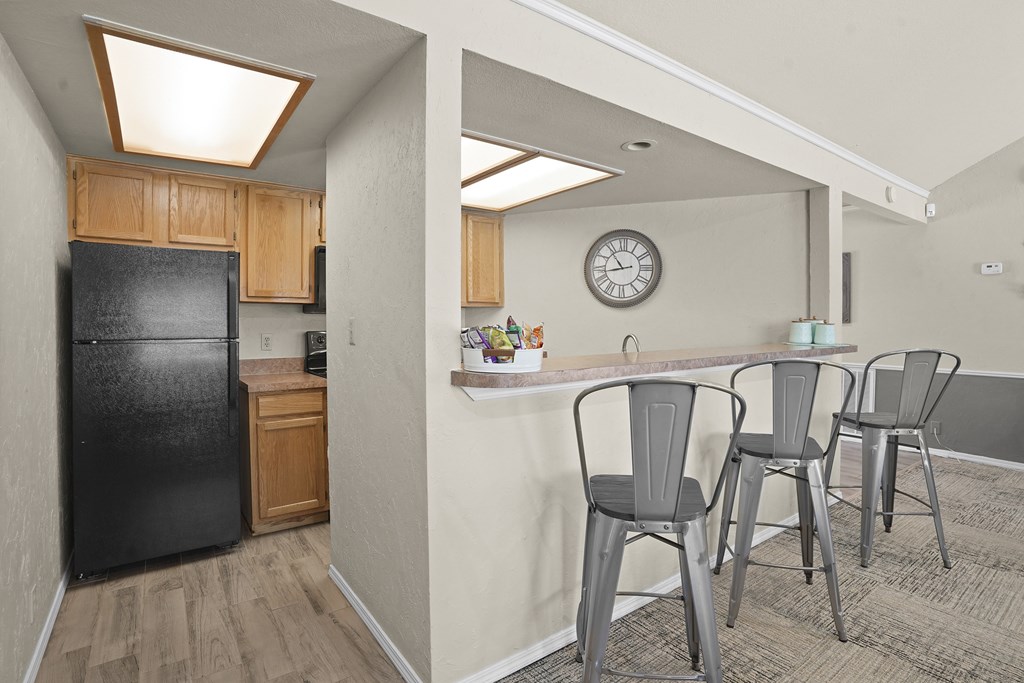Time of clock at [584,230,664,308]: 8:54
